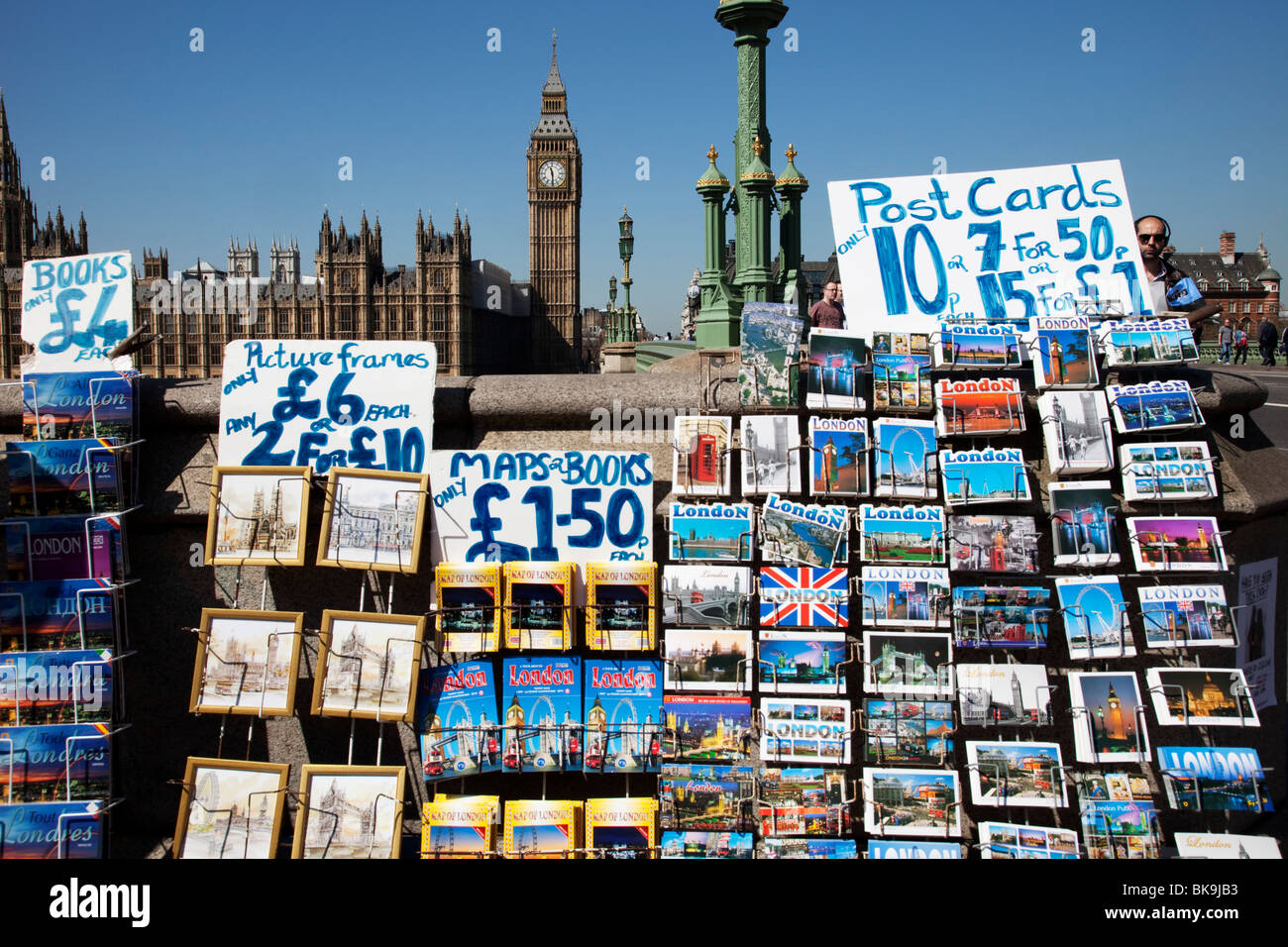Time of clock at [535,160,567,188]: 11:29
